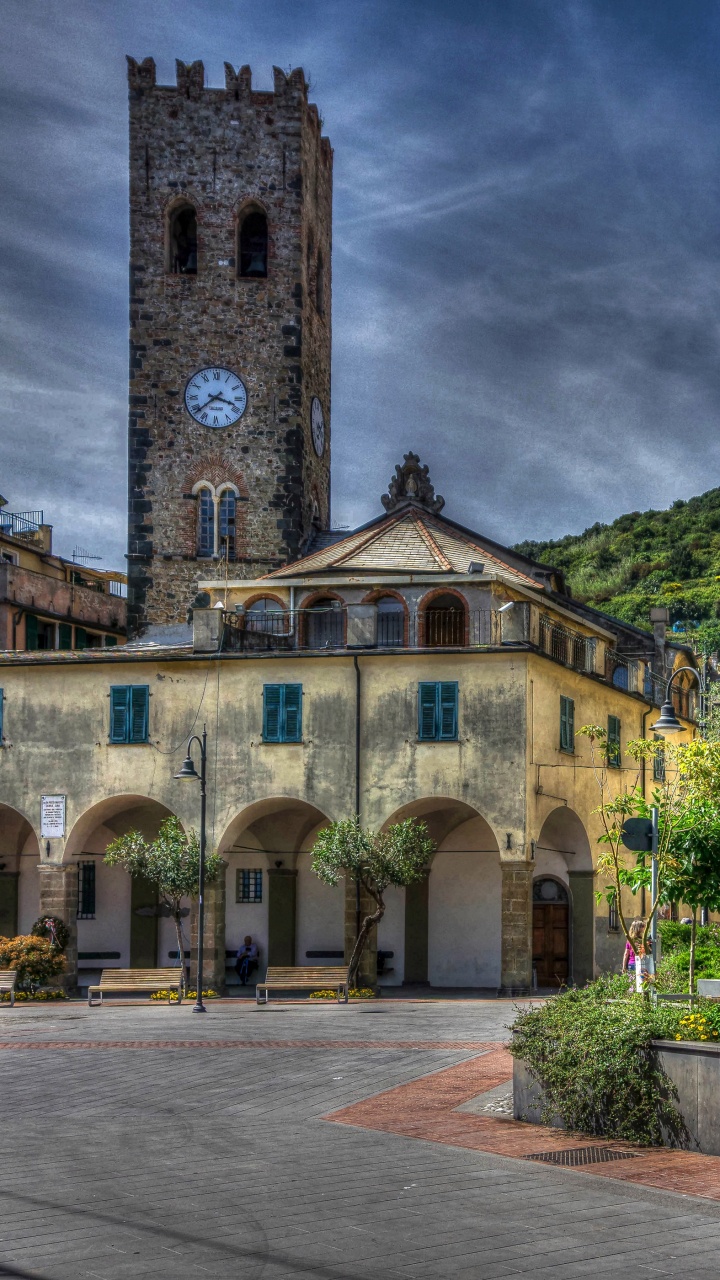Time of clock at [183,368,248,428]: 3:38
